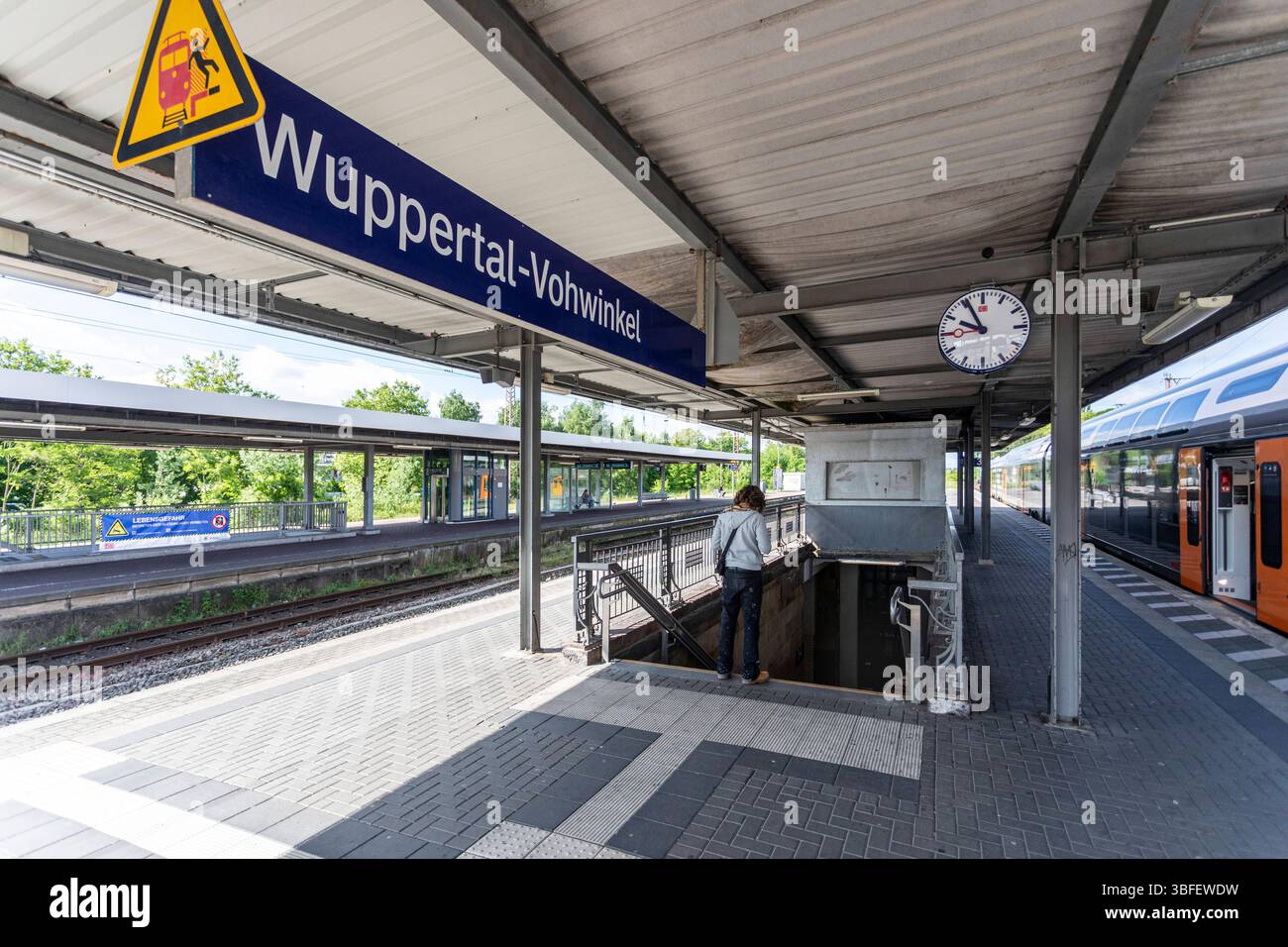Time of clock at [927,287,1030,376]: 9:55
